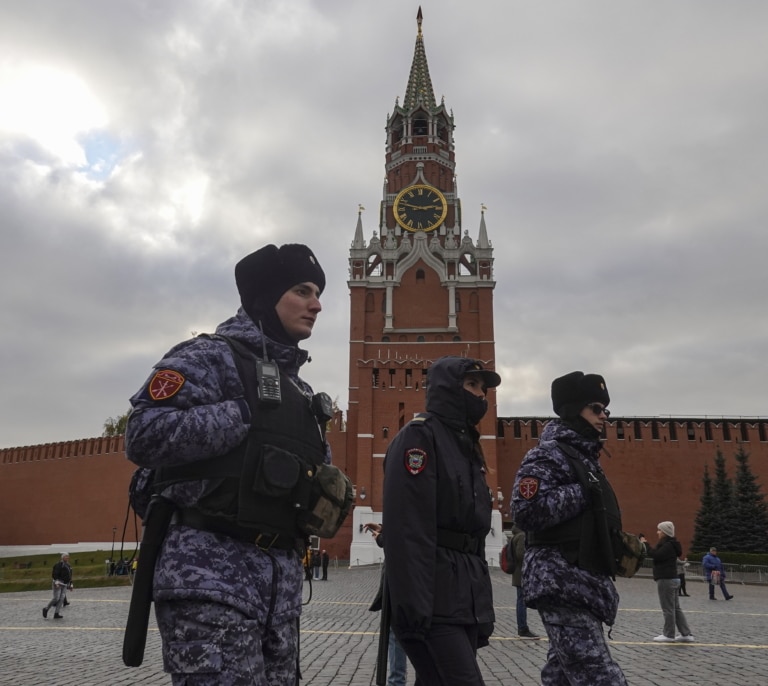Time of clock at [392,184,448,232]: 2:47
